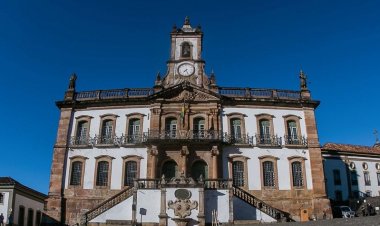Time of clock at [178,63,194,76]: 7:25
